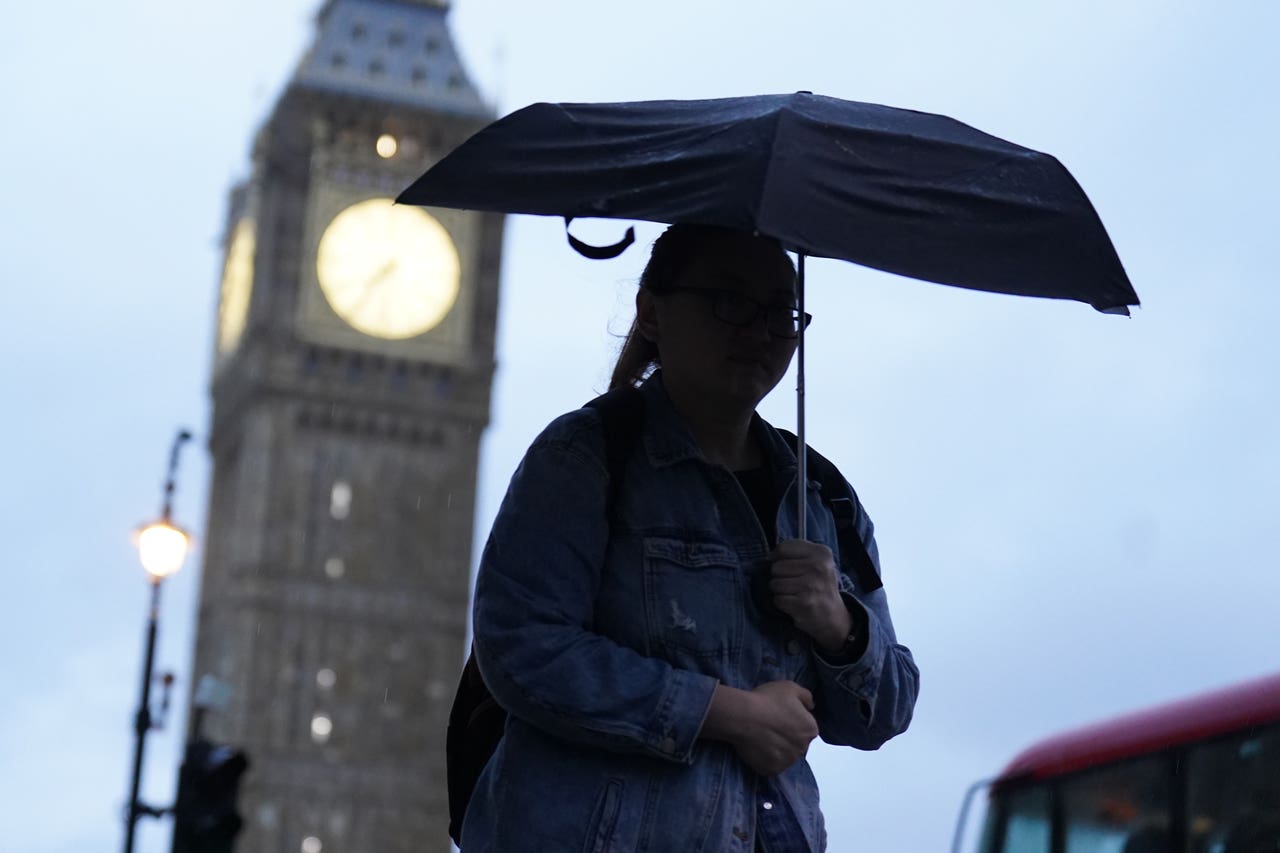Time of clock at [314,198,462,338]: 7:35
